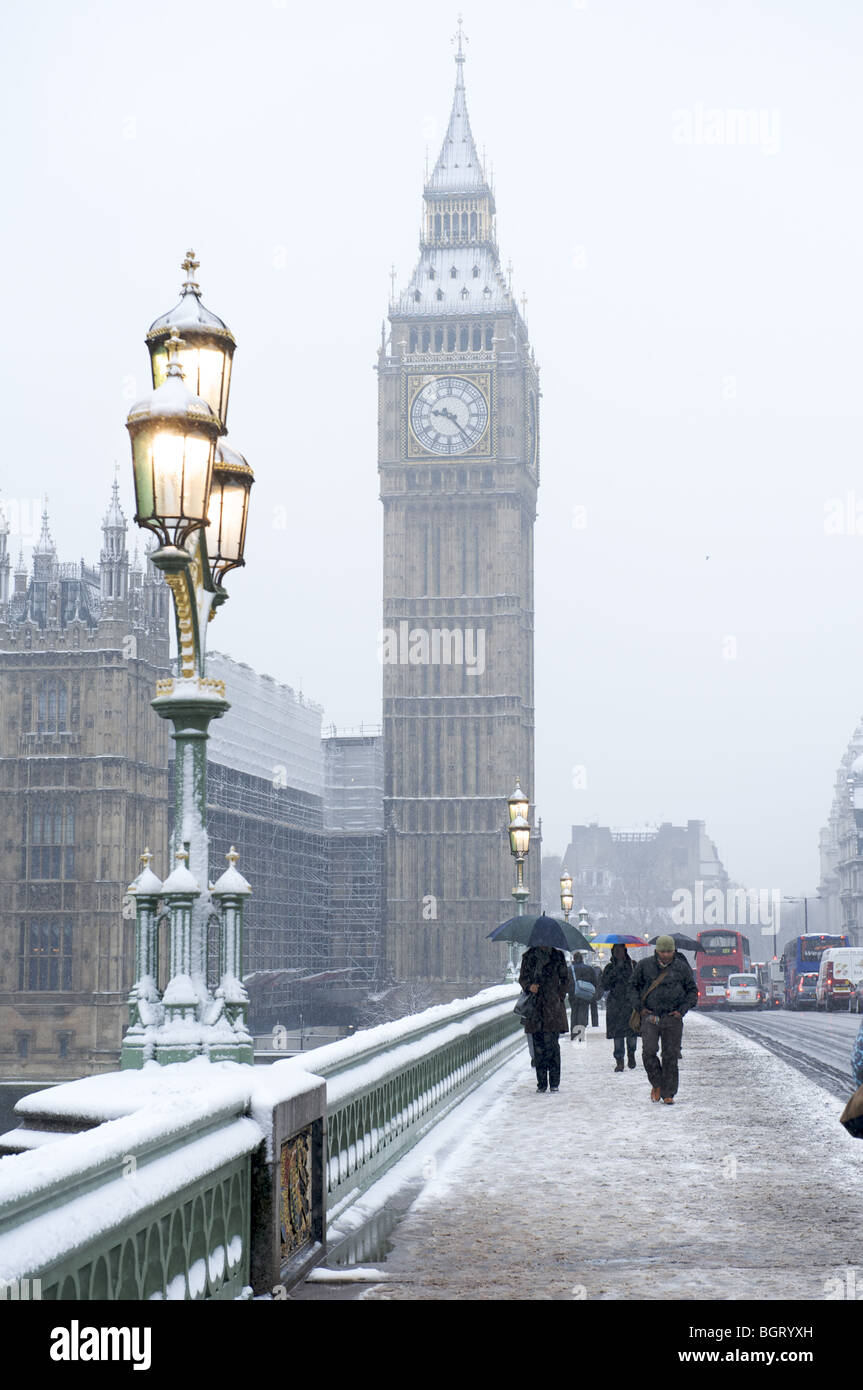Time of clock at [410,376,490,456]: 9:23
